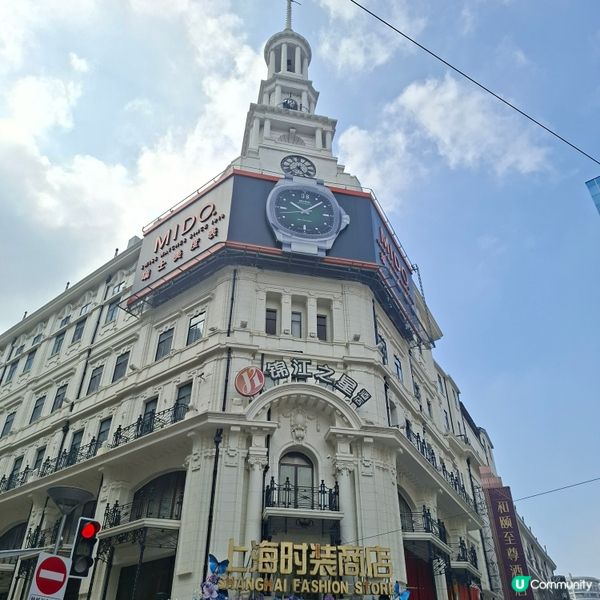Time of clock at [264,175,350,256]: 10:07
